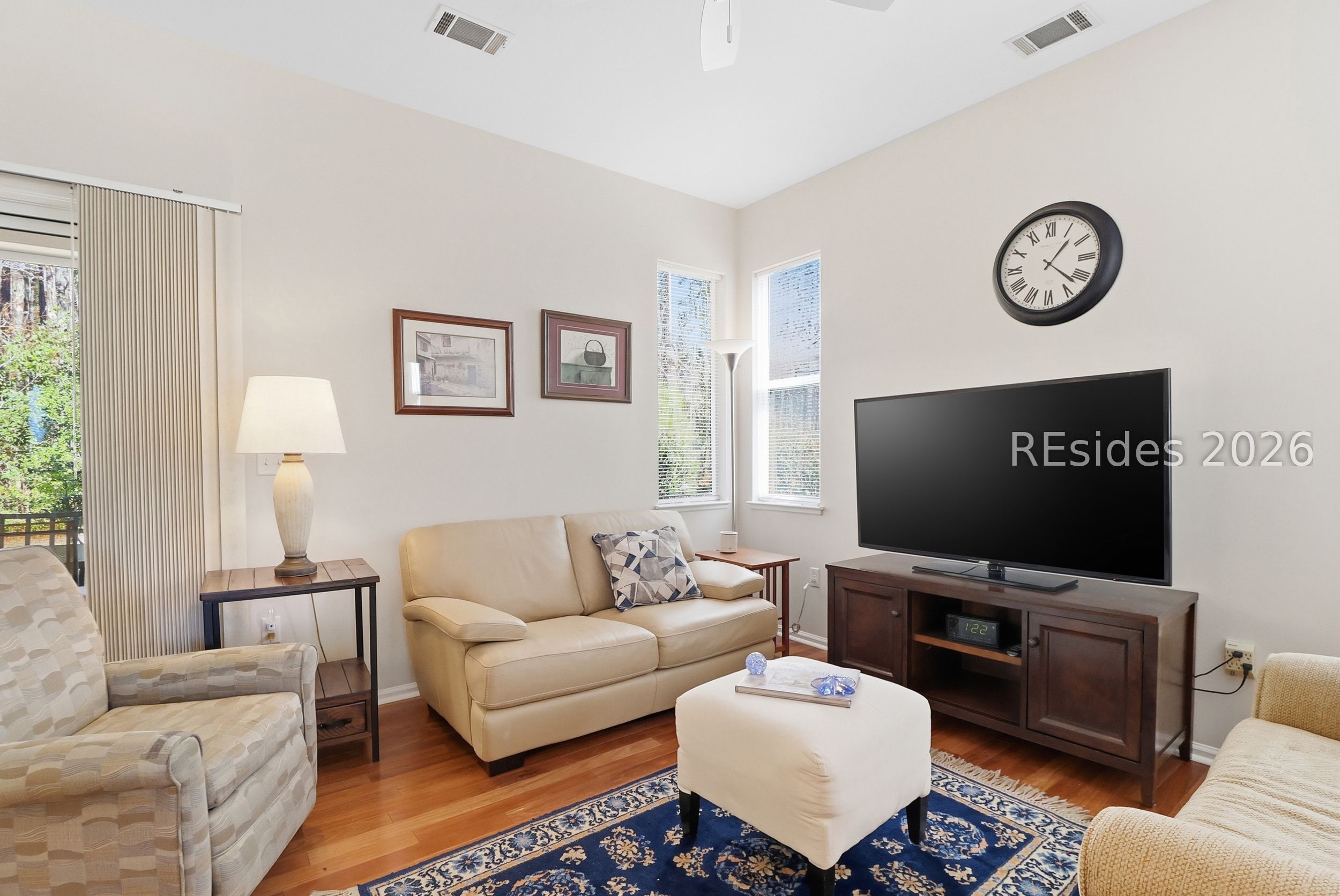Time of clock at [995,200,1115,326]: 1:22
